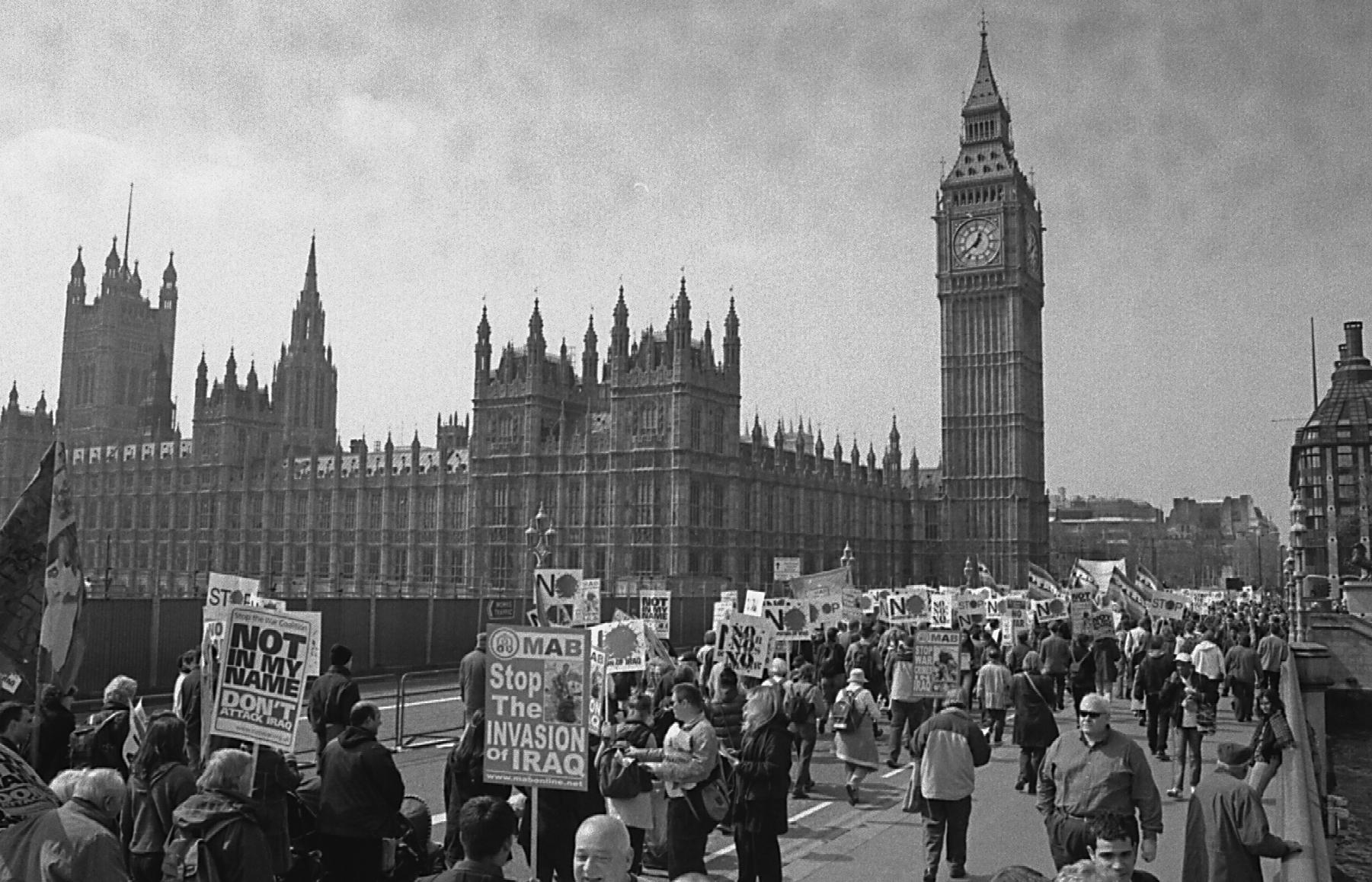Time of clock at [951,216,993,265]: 12:38
